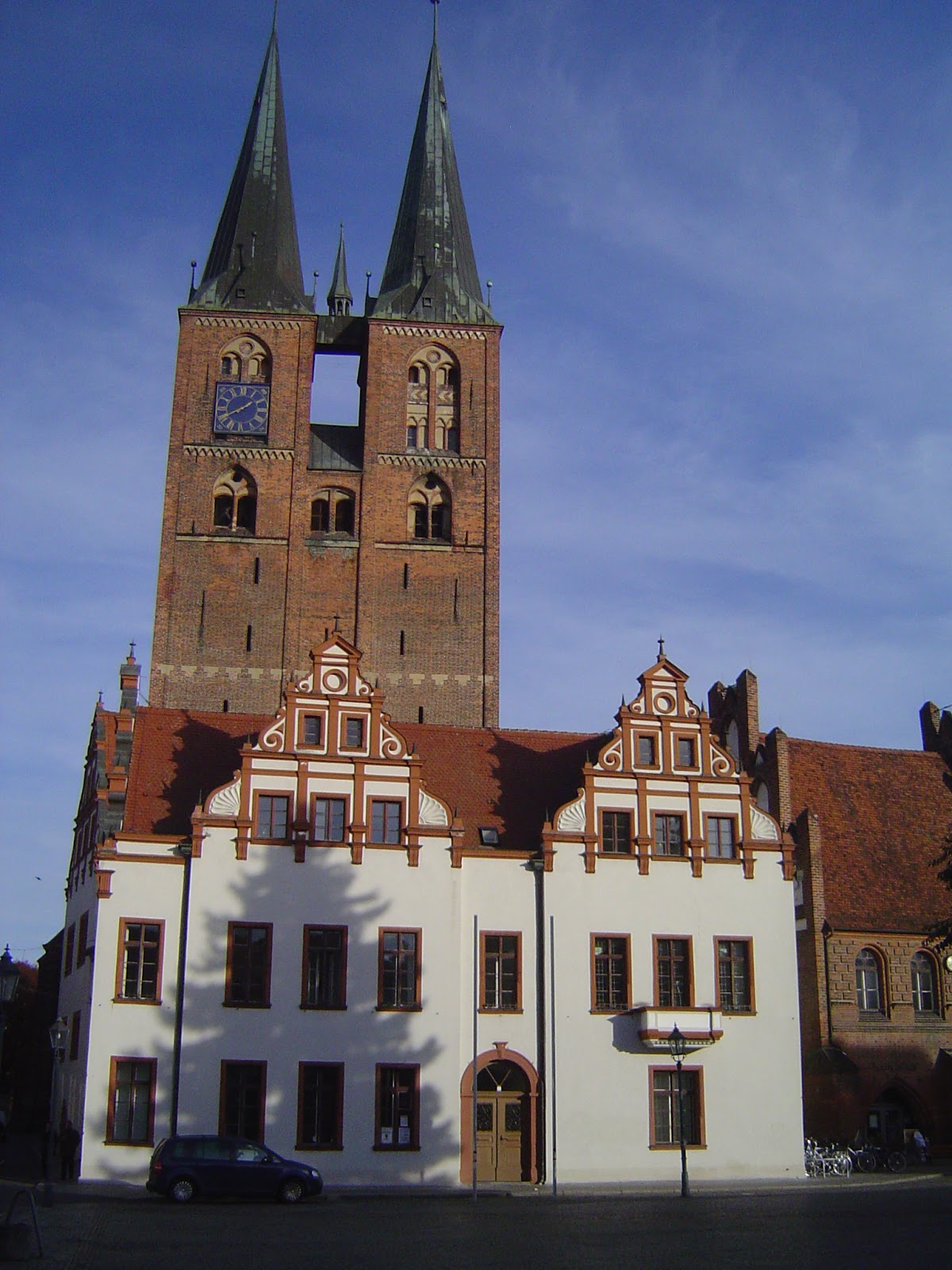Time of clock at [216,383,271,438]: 1:40
